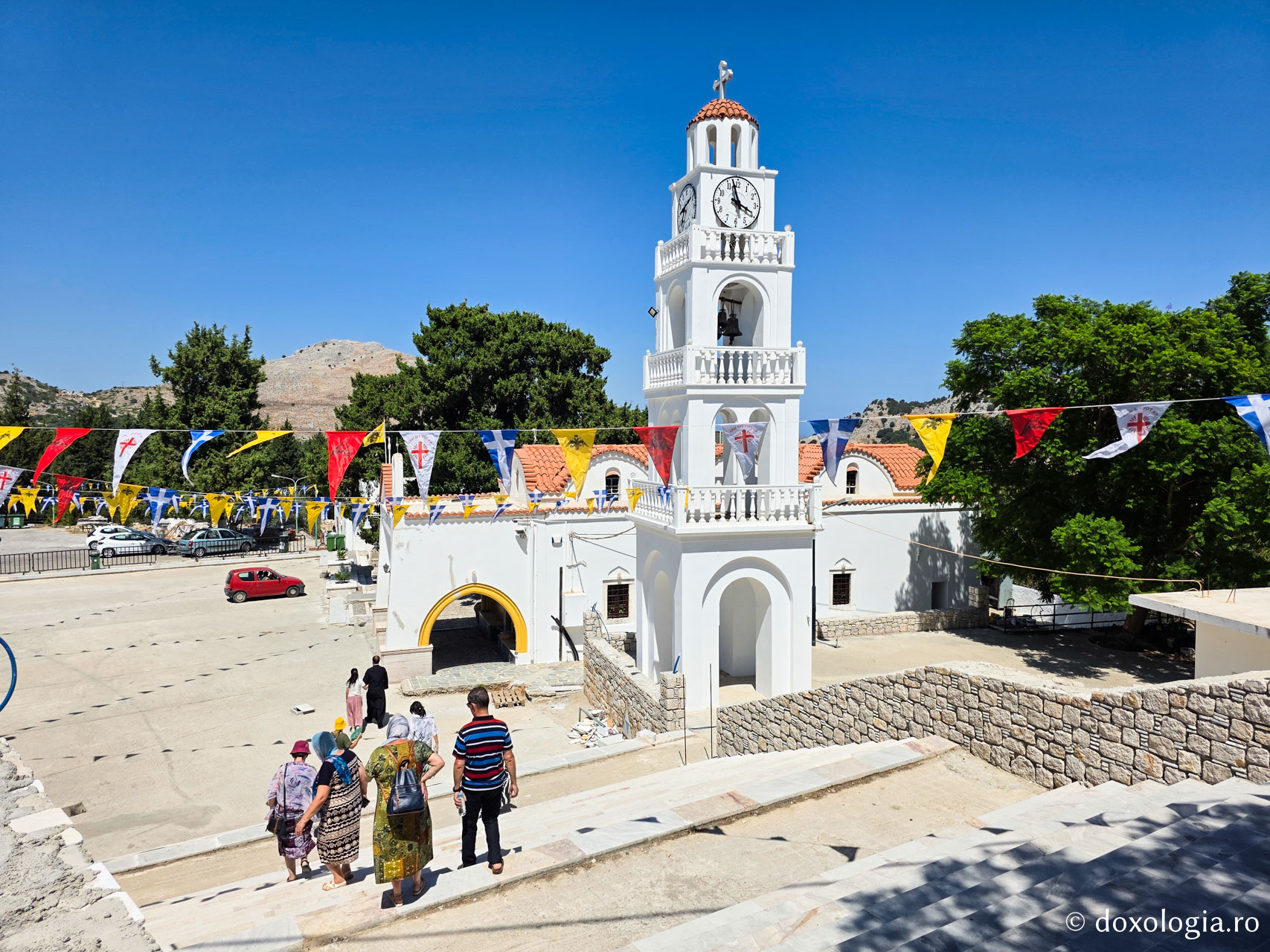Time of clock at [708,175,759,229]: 3:57
